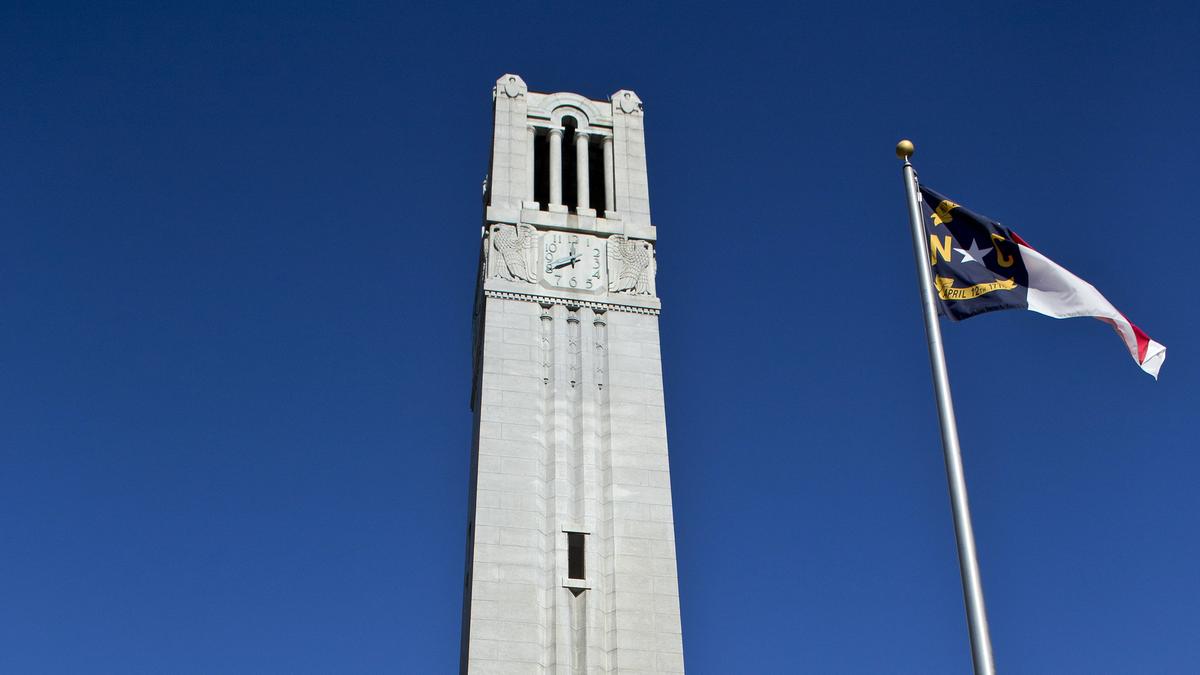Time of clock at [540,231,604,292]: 8:00
